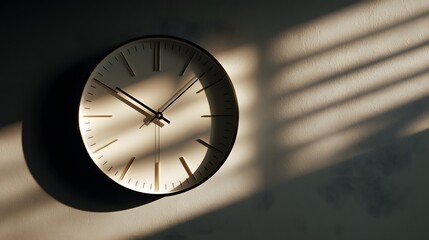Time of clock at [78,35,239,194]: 10:07
